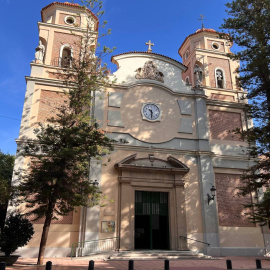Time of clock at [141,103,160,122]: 10:30
